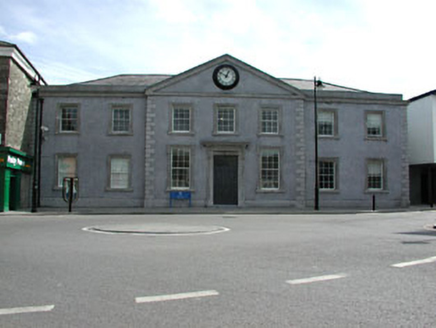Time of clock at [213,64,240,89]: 12:49
